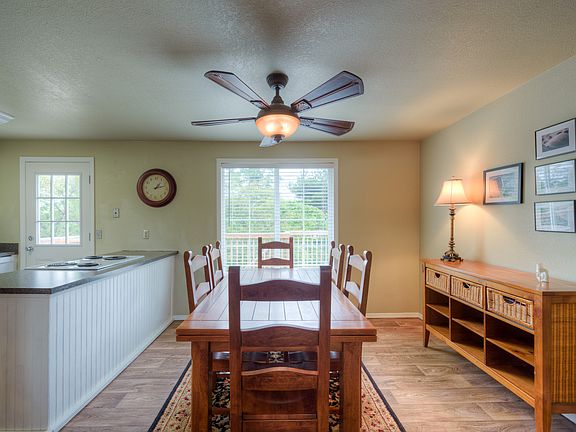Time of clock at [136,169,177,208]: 1:12
